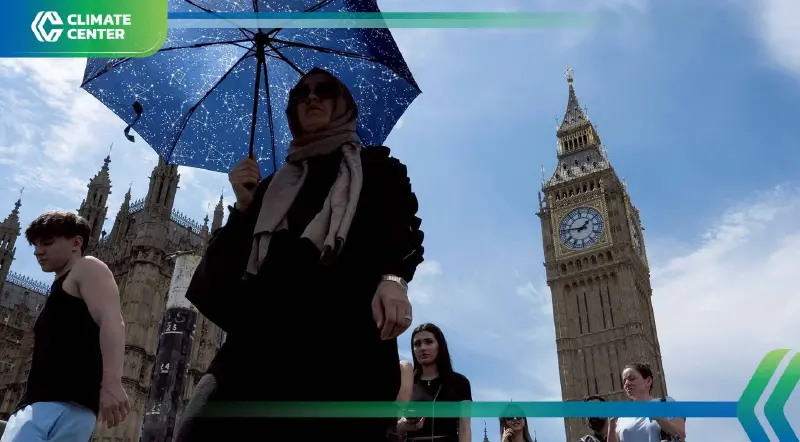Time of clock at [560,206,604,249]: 1:46
